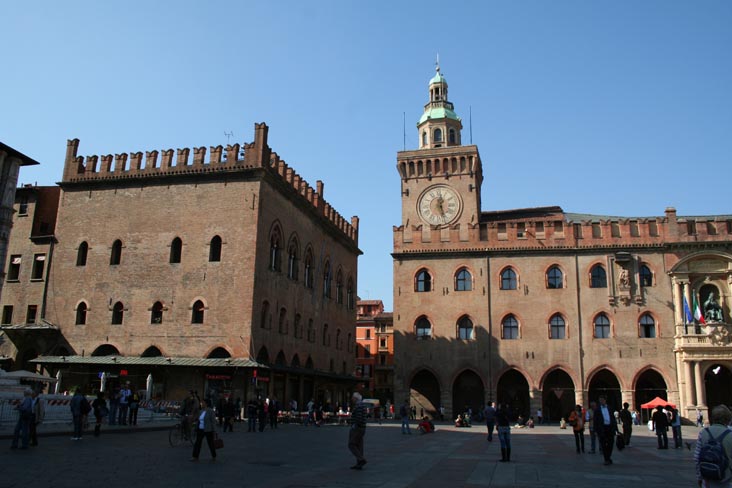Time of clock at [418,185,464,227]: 12:27
